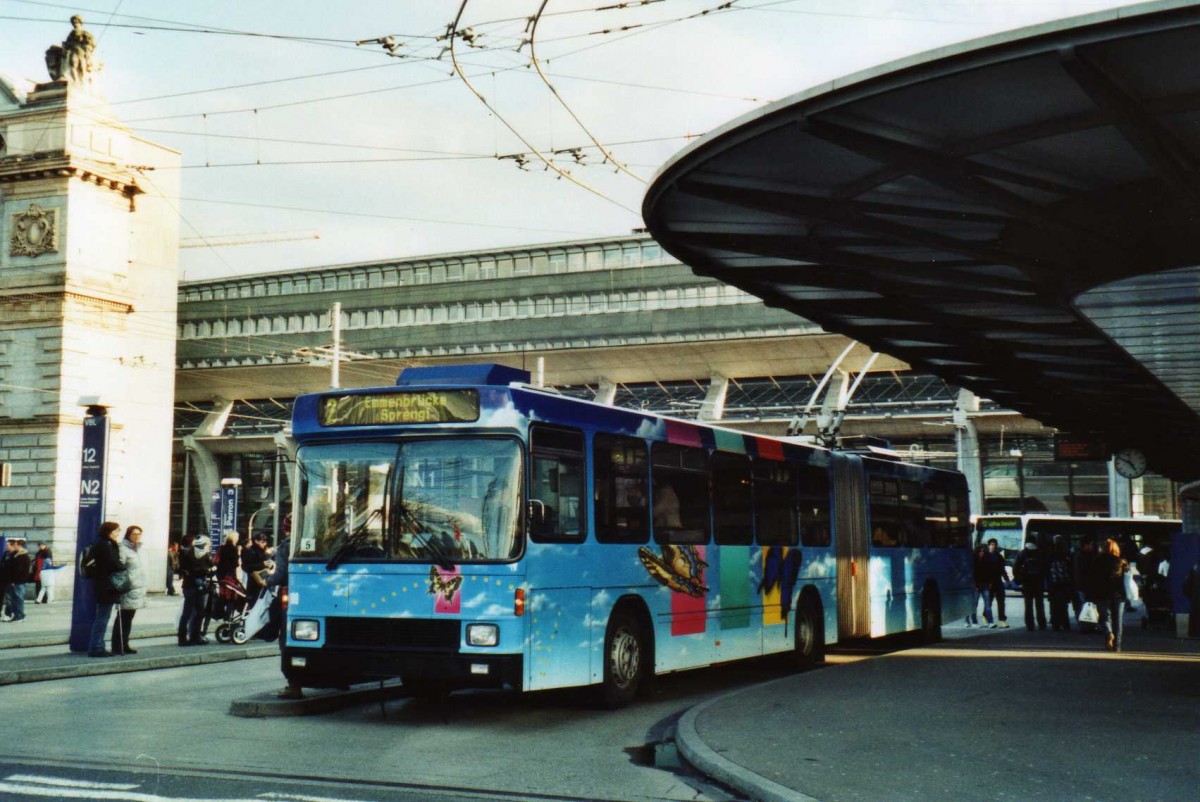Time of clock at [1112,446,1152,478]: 4:49
